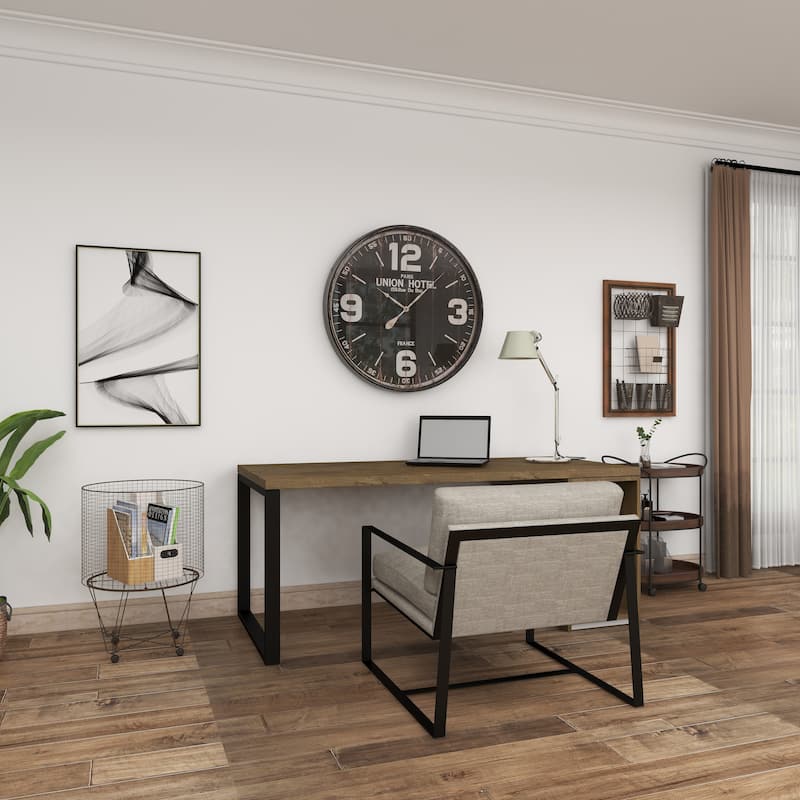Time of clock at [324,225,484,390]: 10:07
